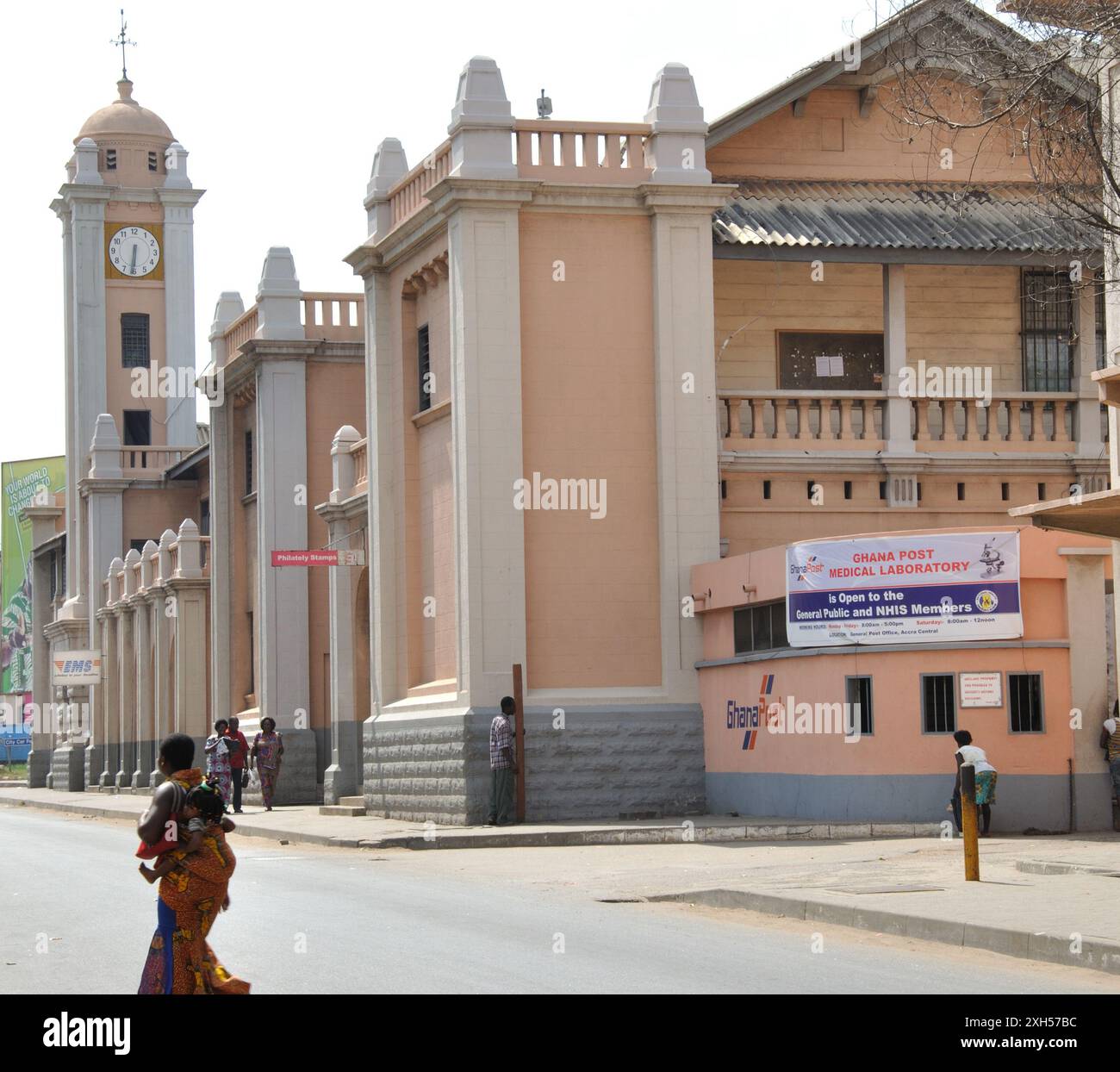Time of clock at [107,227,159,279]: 6:31
